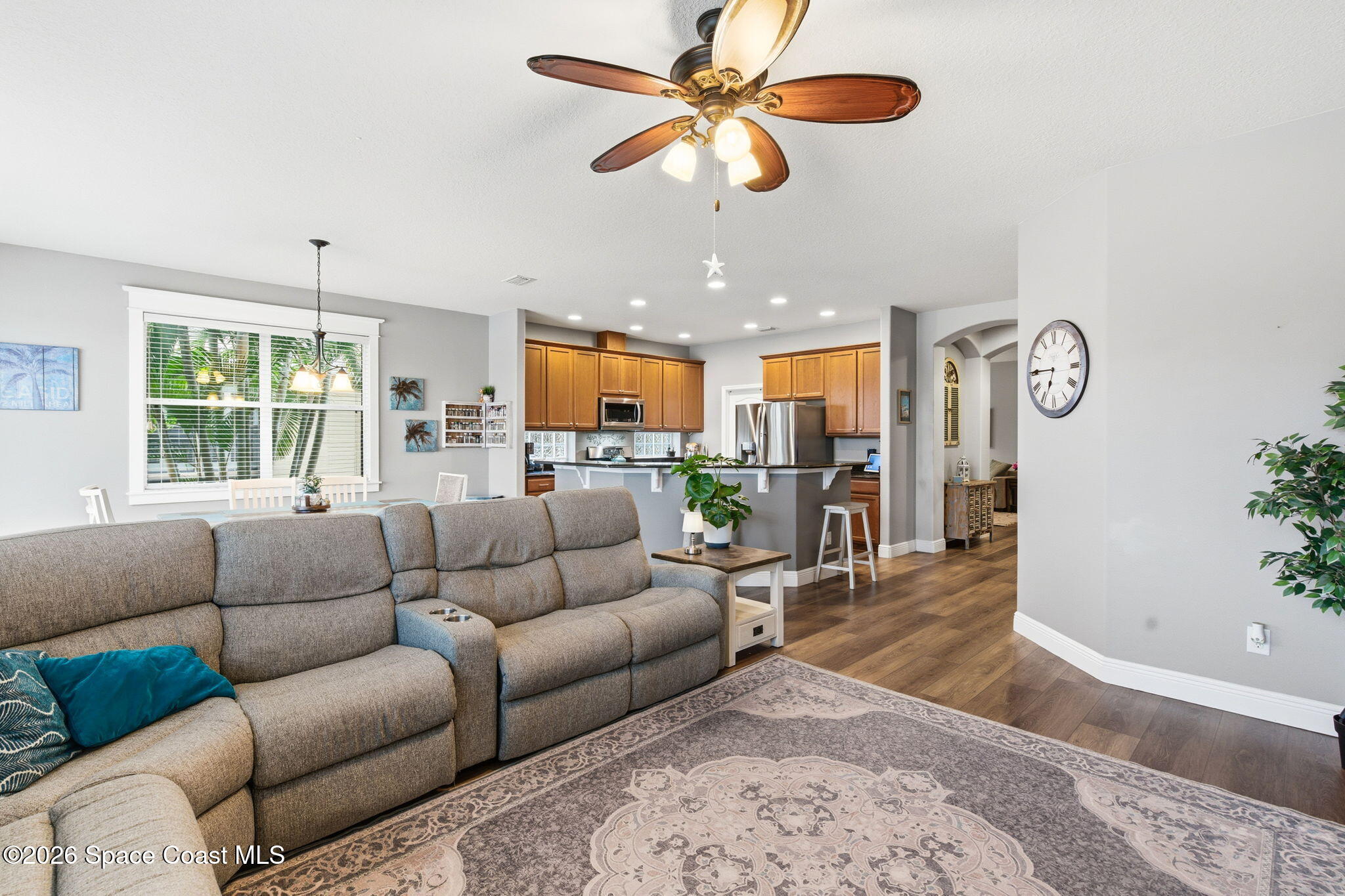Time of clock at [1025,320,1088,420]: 6:45
